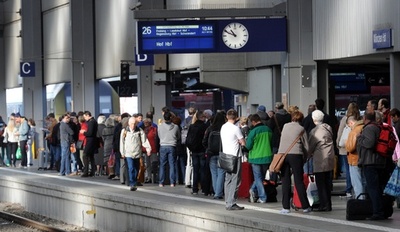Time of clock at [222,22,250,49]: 10:49
